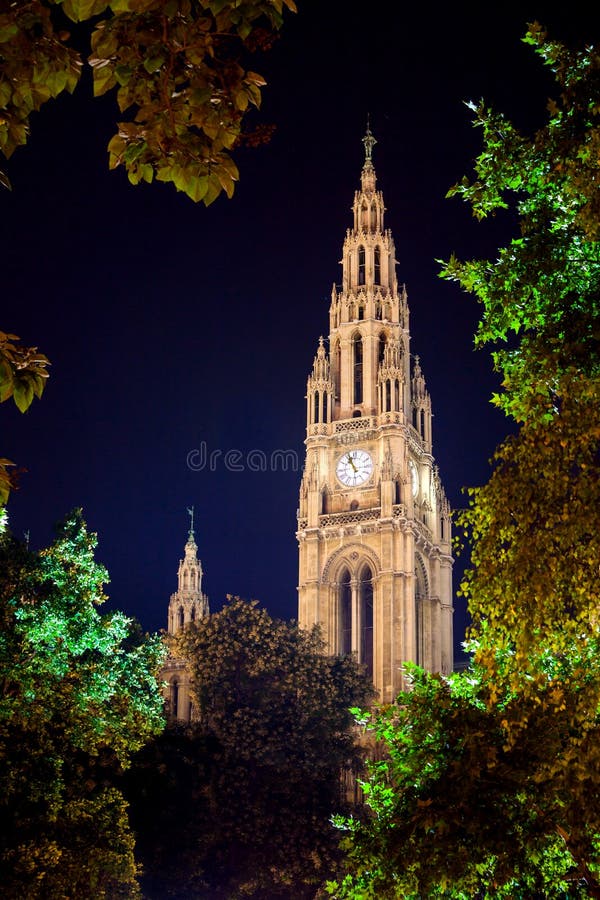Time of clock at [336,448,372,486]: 10:56
